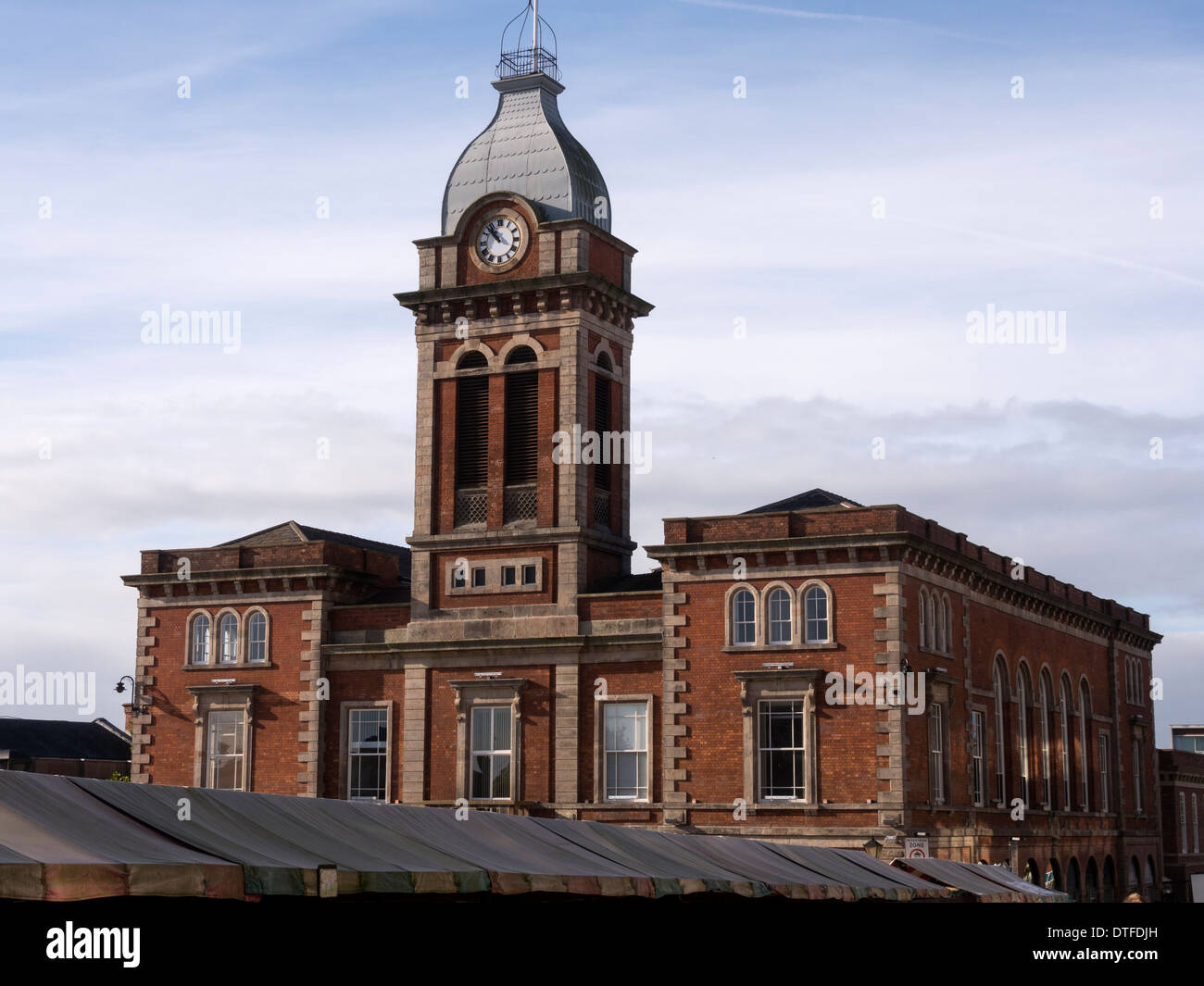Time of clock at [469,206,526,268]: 10:52
